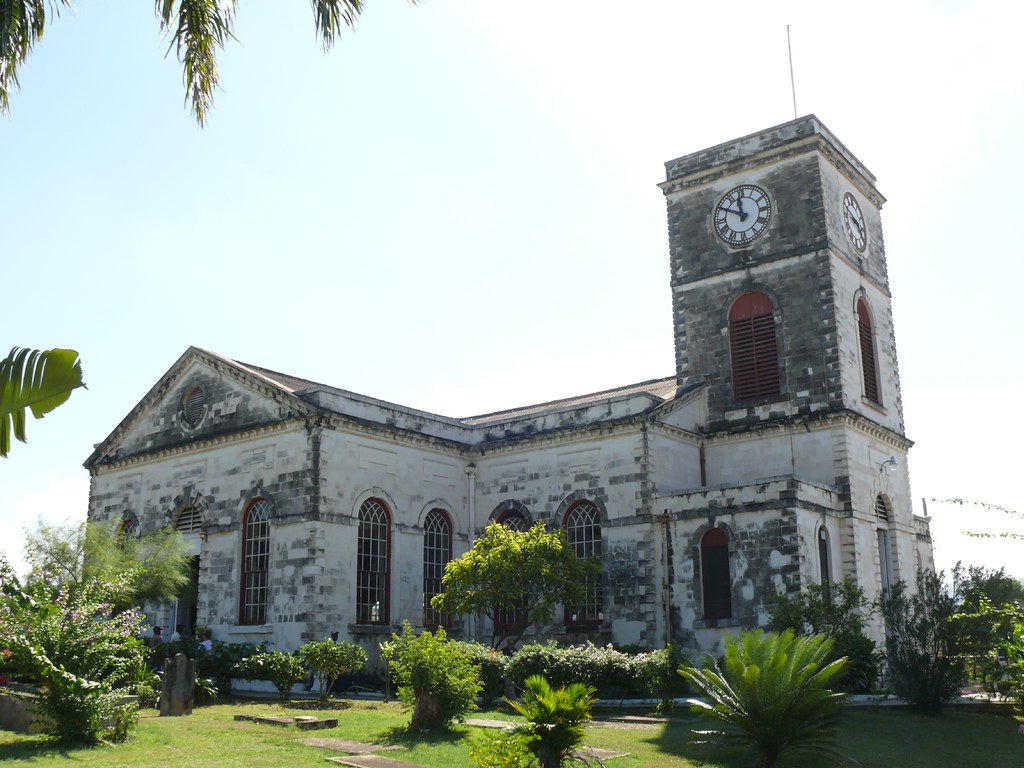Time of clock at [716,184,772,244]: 11:49
